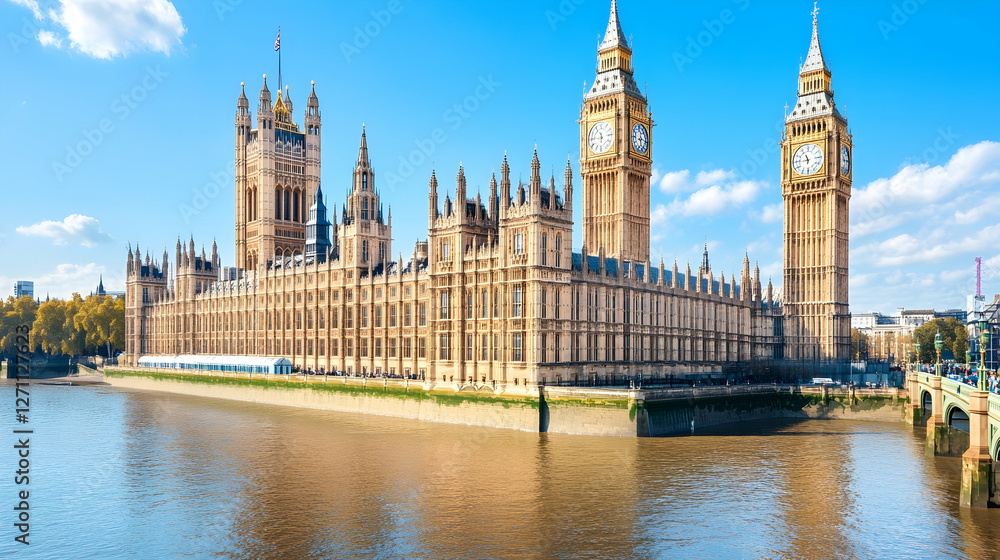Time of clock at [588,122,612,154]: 5:45
